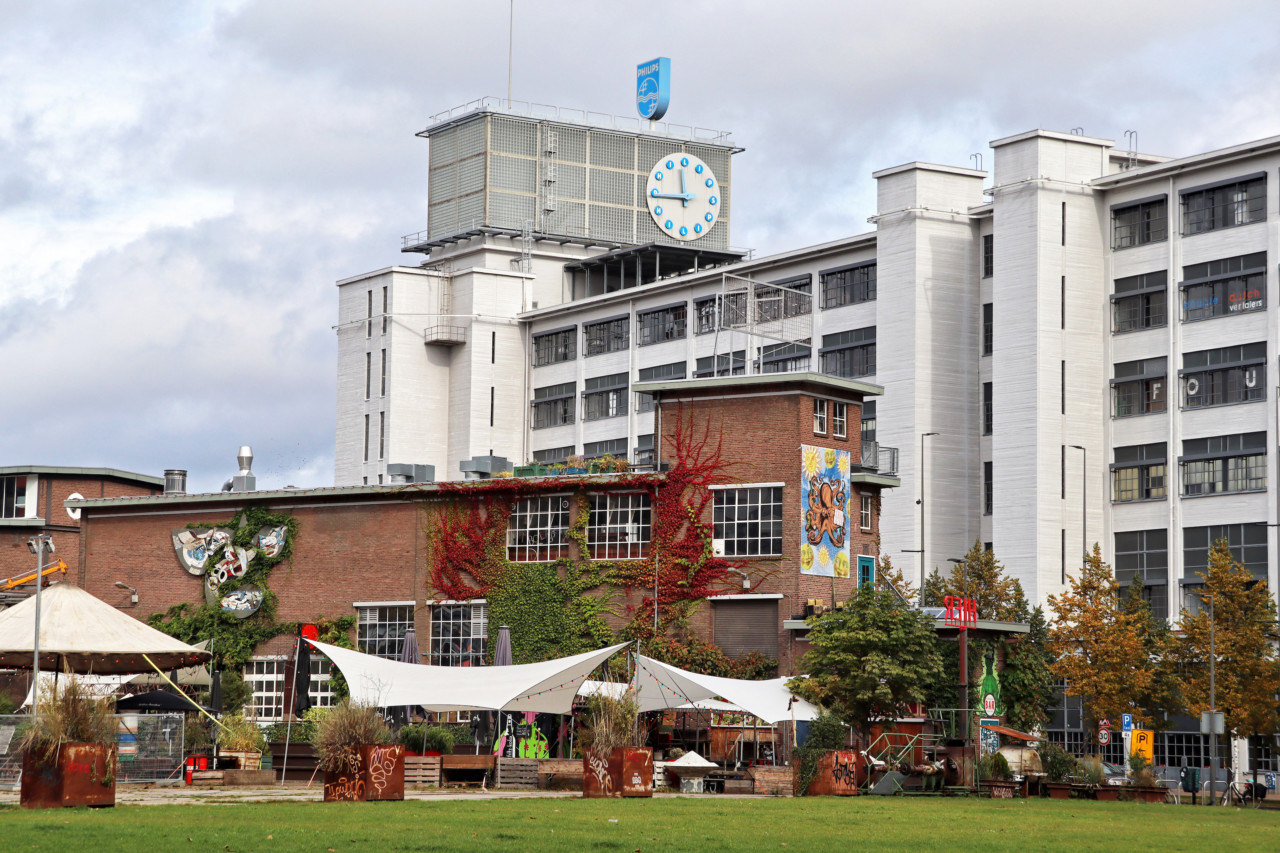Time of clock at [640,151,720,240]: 11:44
